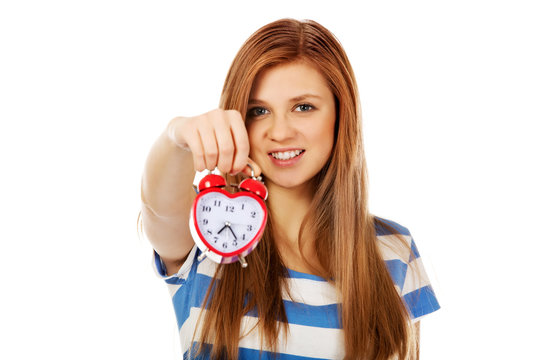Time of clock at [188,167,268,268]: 7:23
